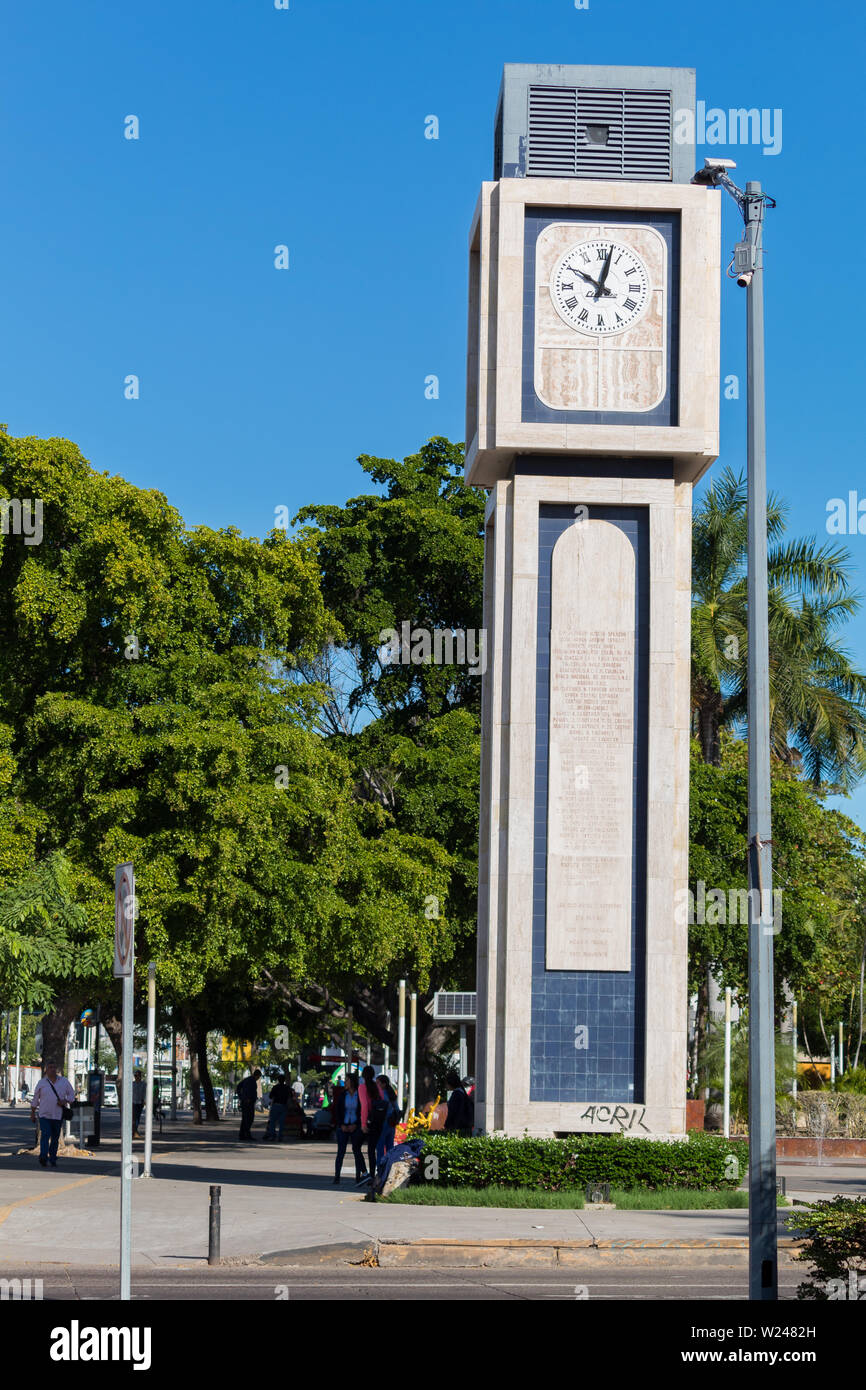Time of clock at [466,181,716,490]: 10:02
